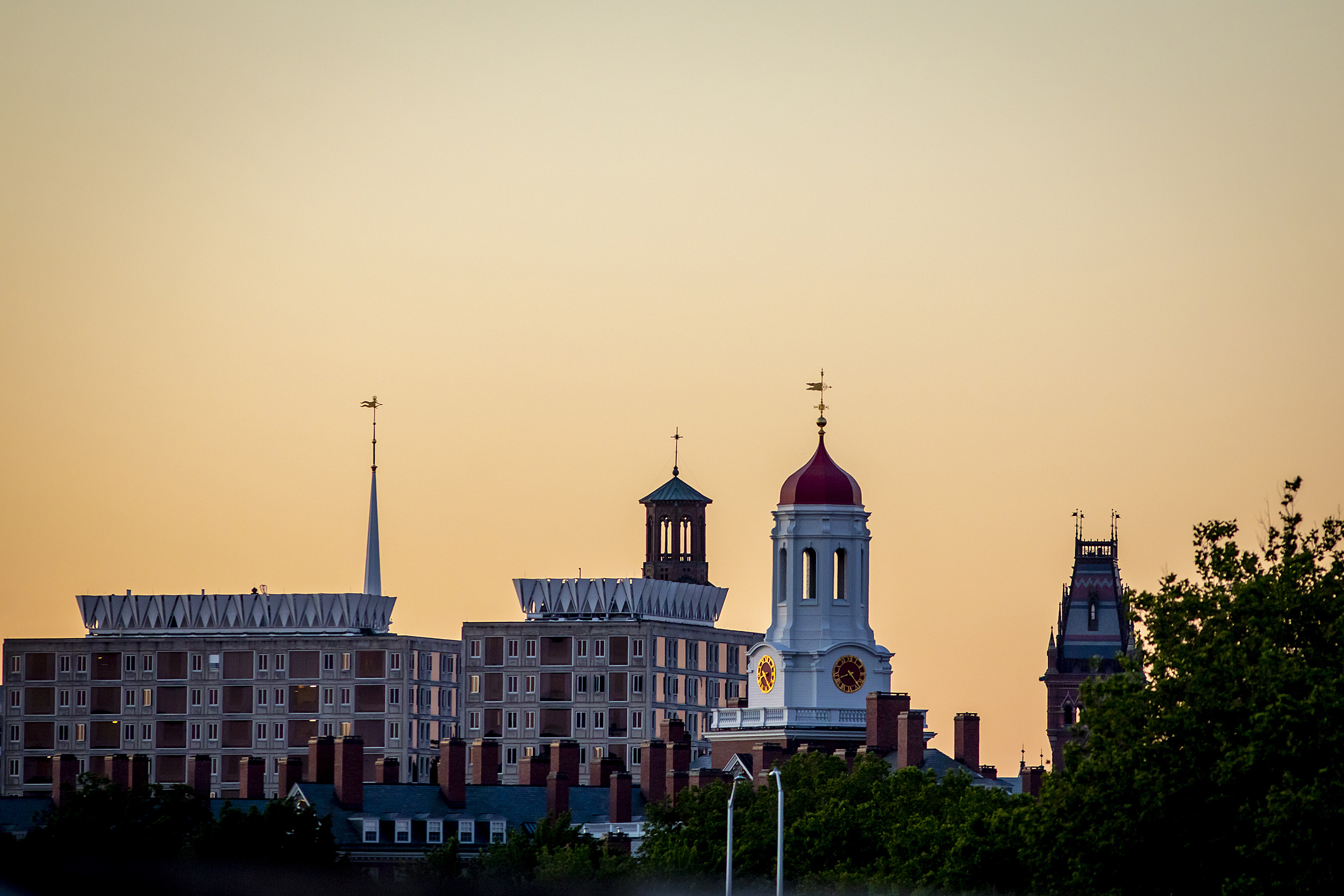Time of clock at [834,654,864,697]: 8:23
